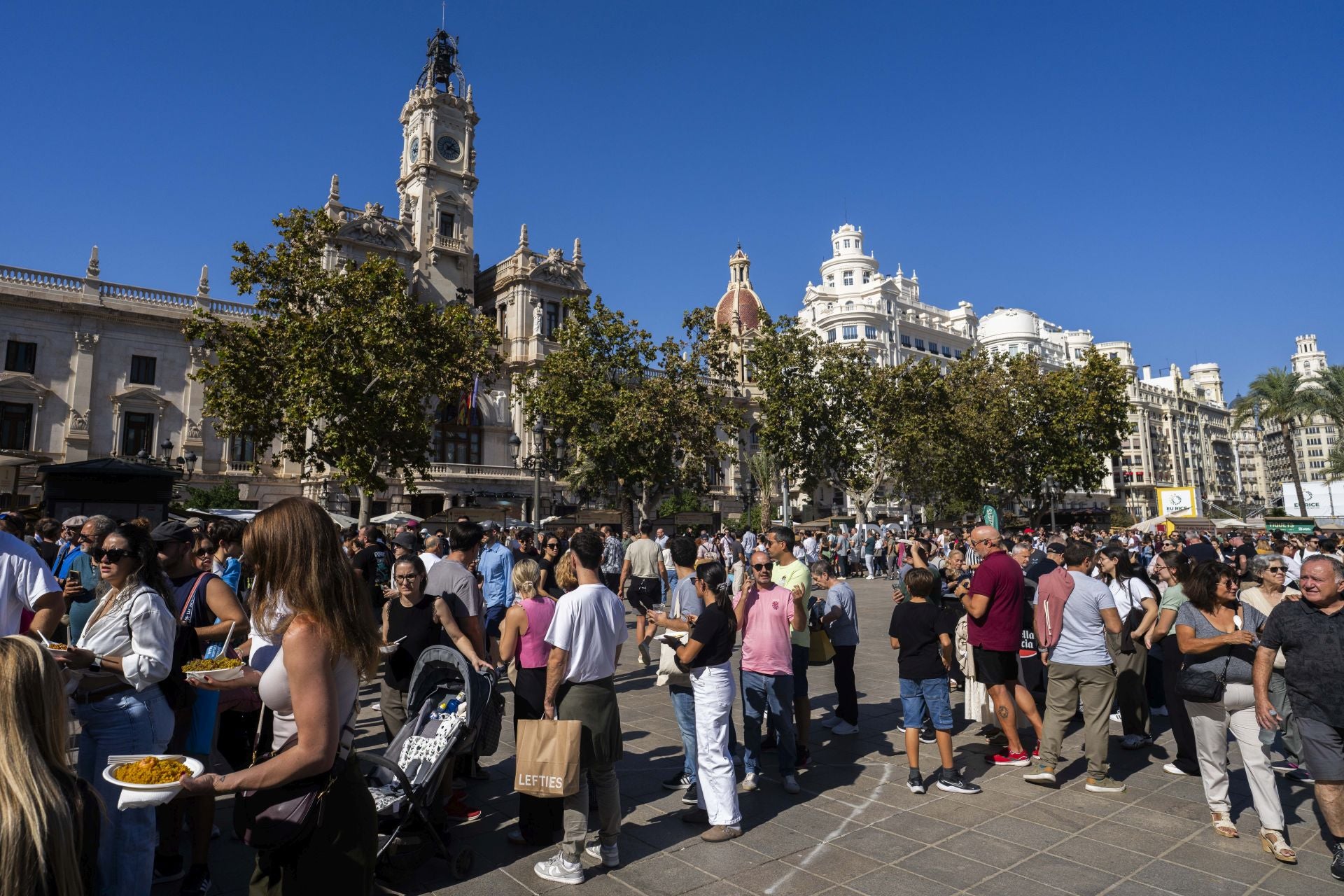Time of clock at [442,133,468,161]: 1:18
